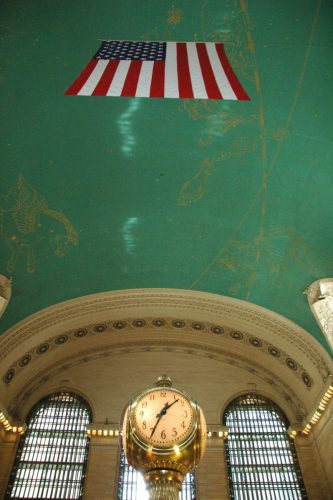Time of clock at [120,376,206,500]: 1:34
